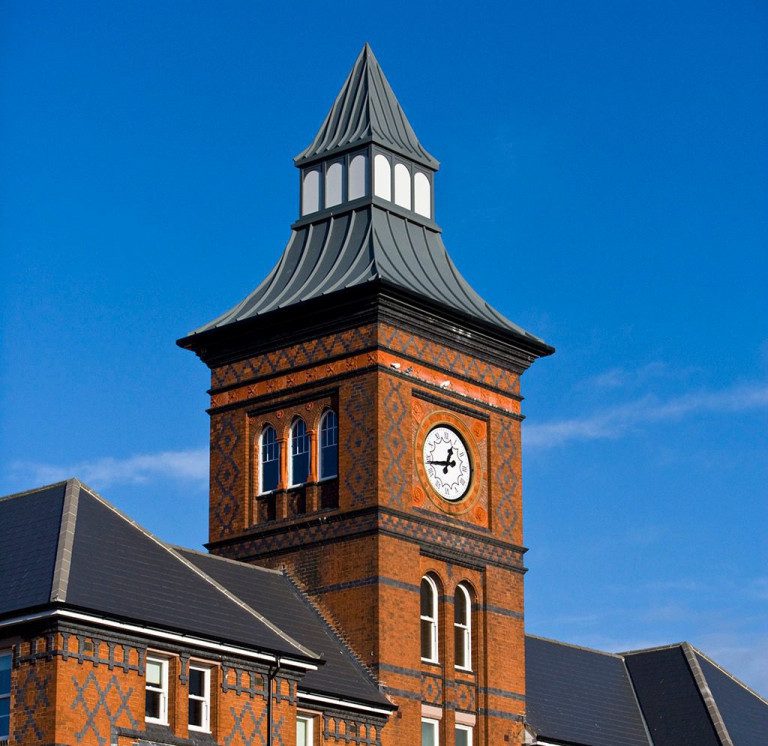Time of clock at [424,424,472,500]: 12:43
